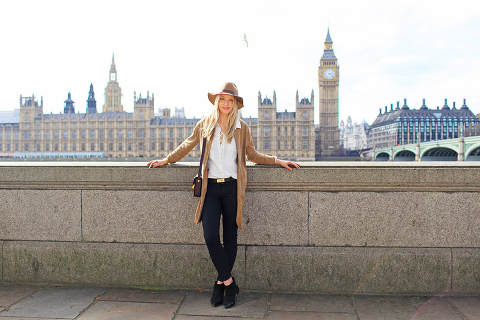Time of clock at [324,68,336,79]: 4:13
